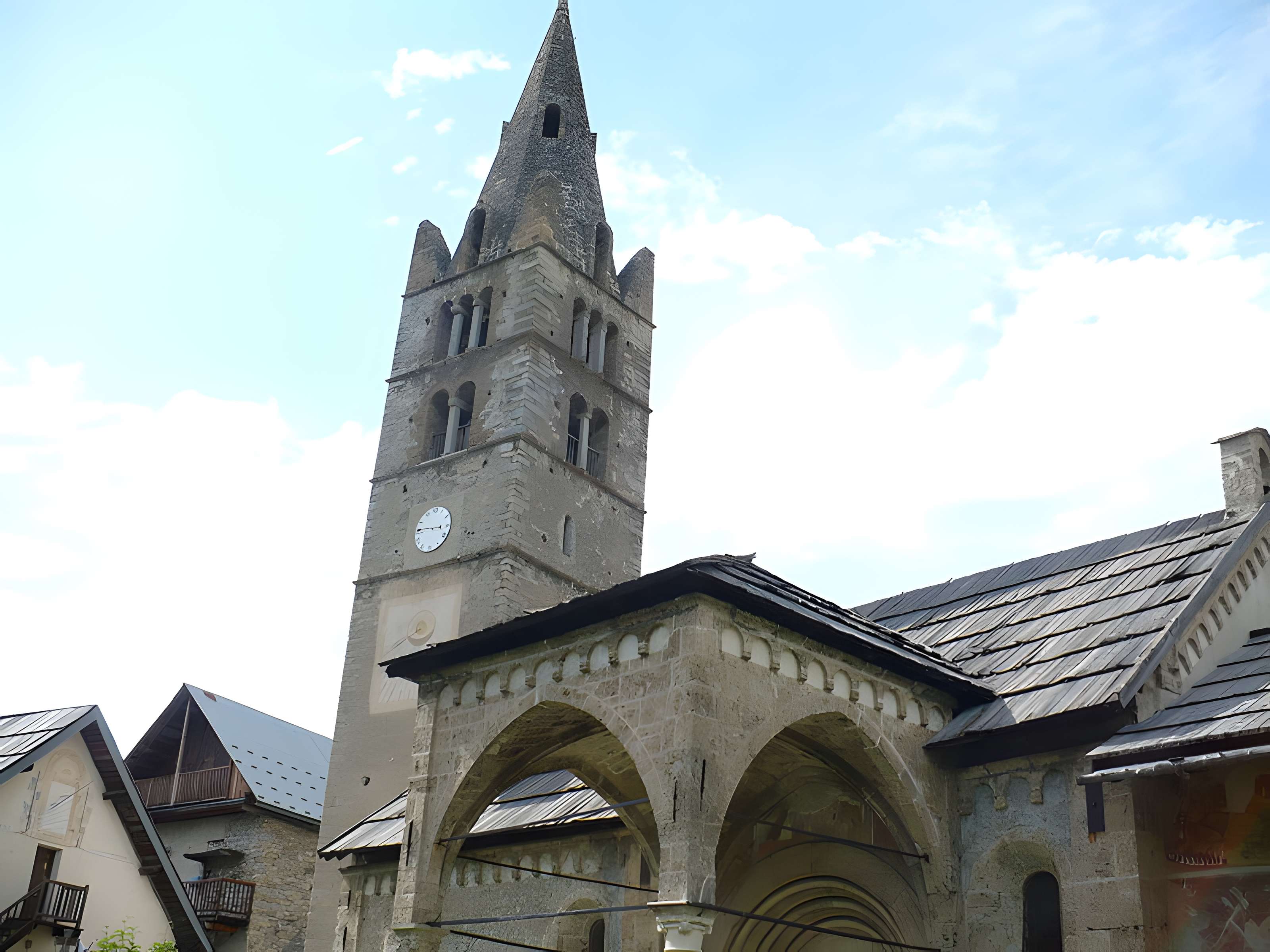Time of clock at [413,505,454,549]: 2:45
